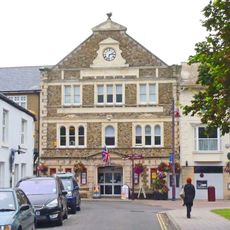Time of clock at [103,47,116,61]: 2:32
